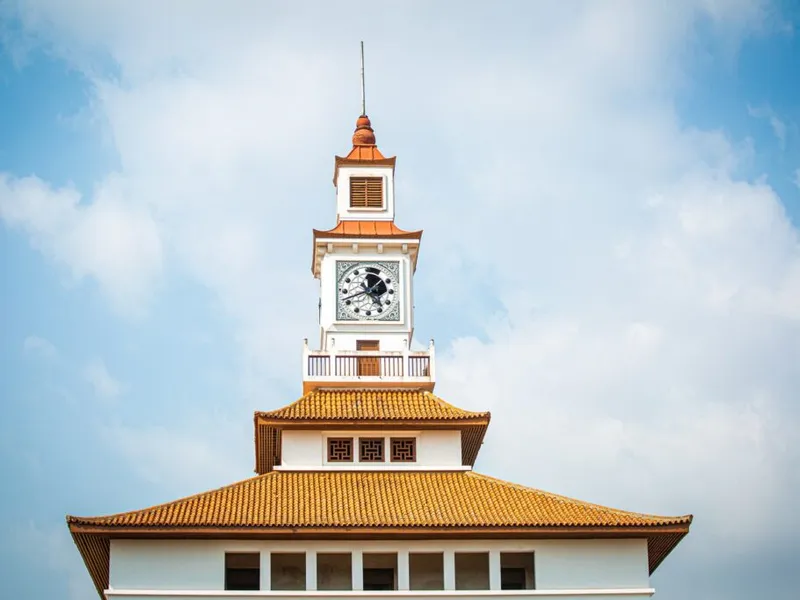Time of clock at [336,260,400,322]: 4:41
